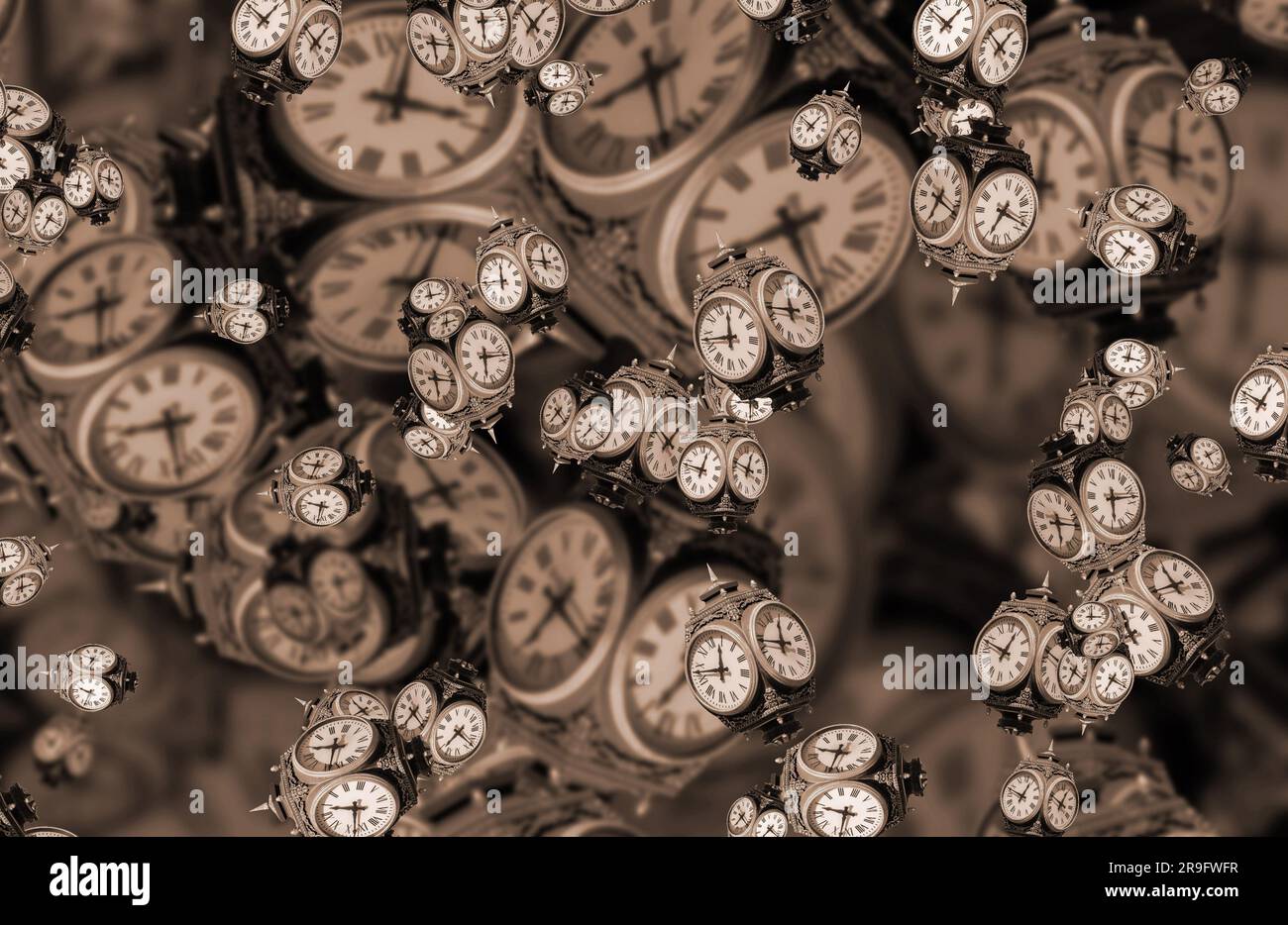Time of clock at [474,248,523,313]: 11:43
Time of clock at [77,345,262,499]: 8:27
